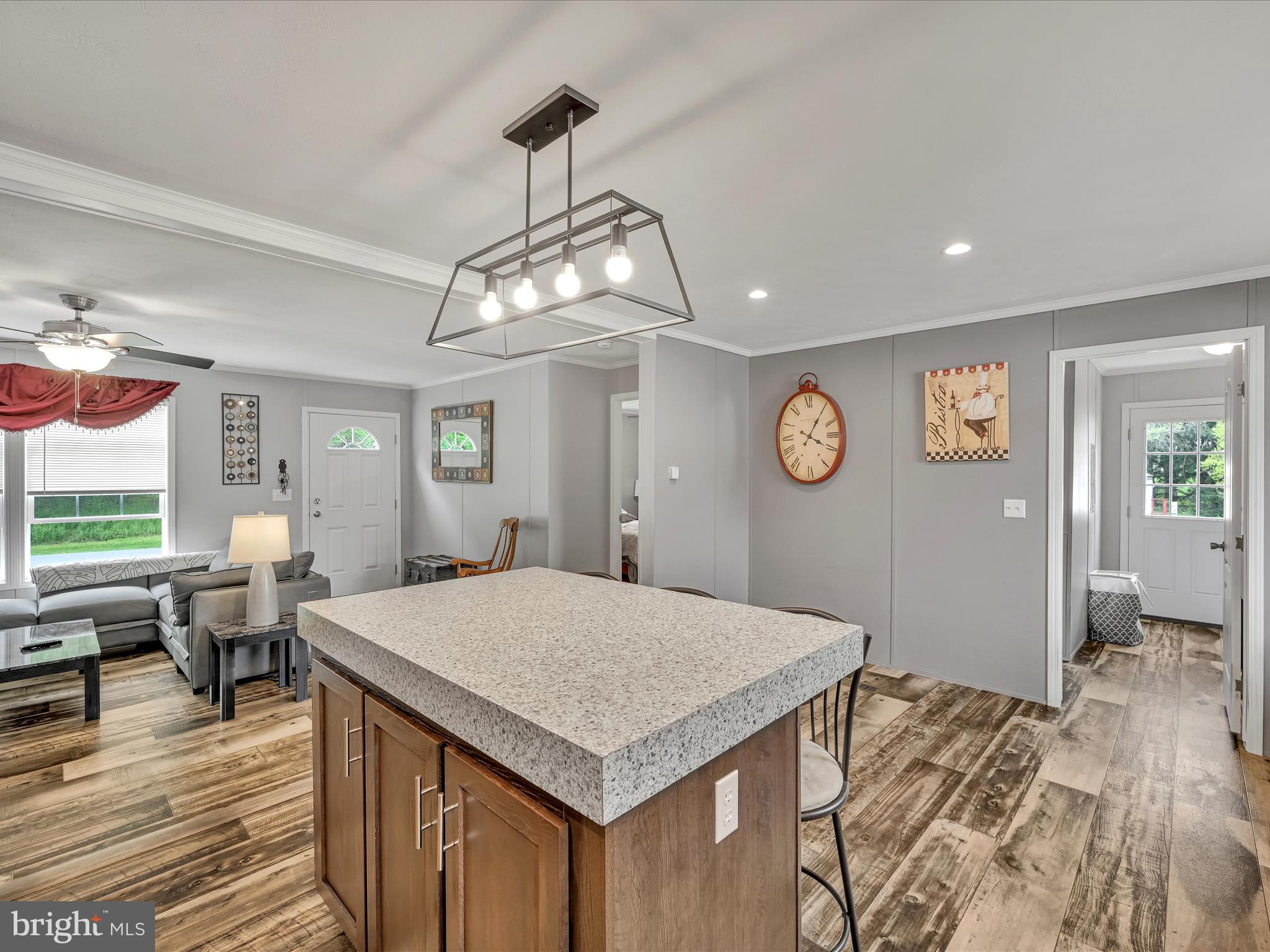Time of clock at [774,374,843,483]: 4:05
